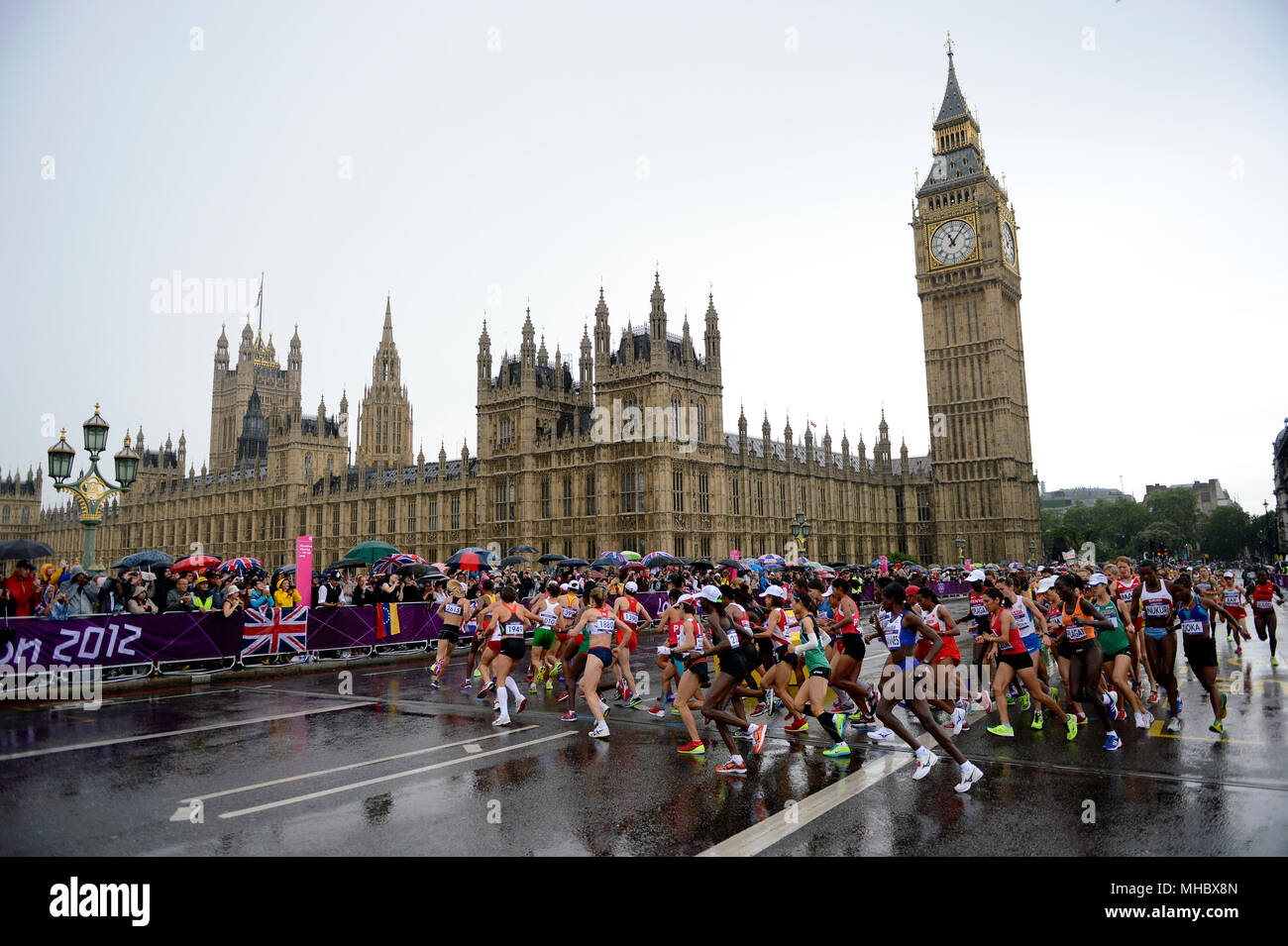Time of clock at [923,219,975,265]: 11:07
